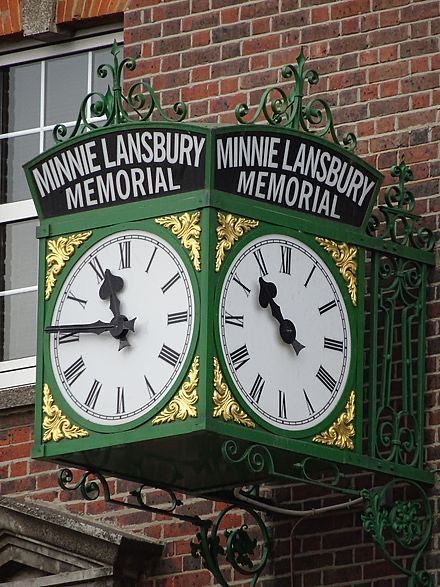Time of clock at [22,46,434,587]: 10:45
